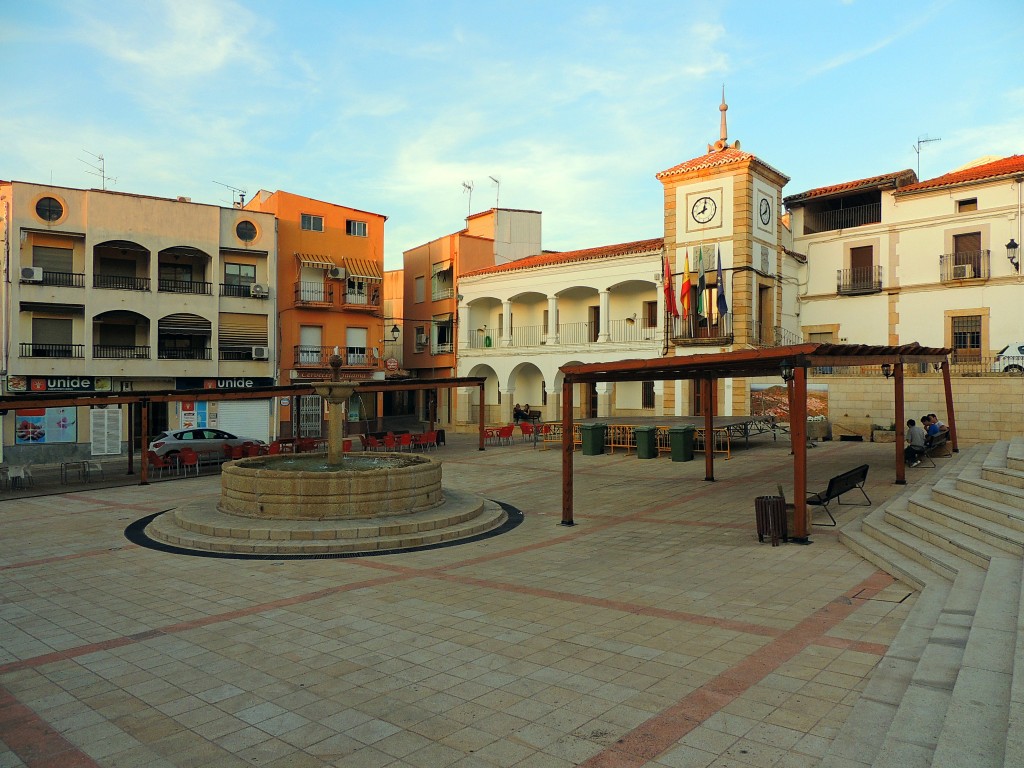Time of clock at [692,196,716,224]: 8:01
